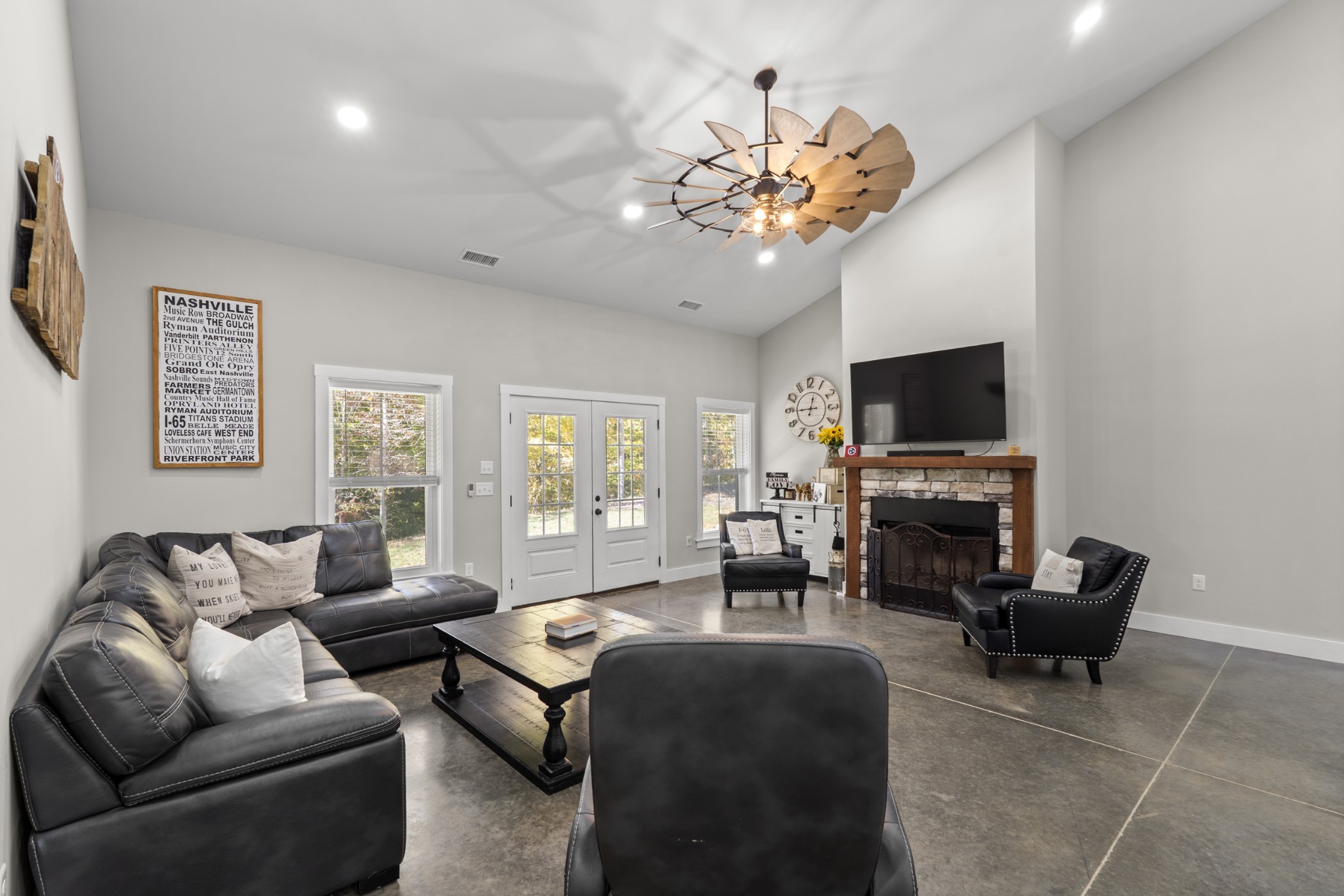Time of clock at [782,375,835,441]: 12:45
